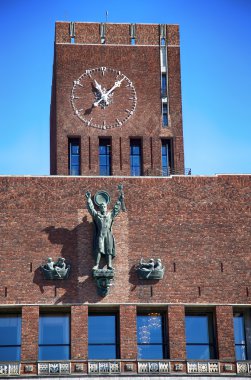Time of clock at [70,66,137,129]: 11:07
